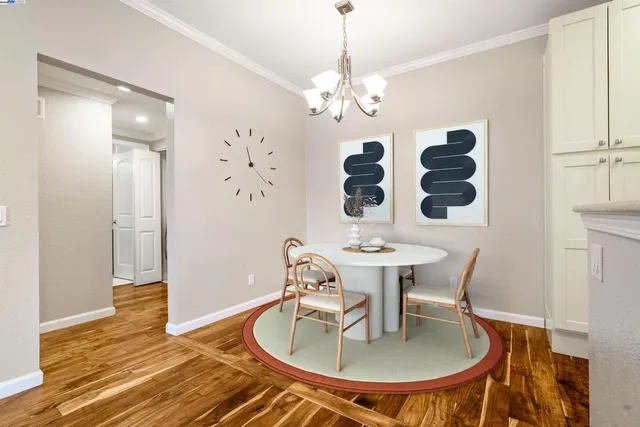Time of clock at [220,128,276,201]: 11:21
